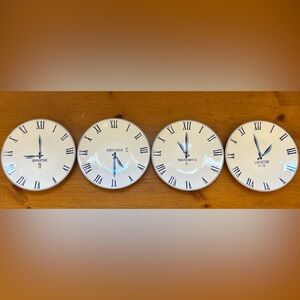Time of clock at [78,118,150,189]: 4:29
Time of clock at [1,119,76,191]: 8:59
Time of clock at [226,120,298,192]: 1:57
